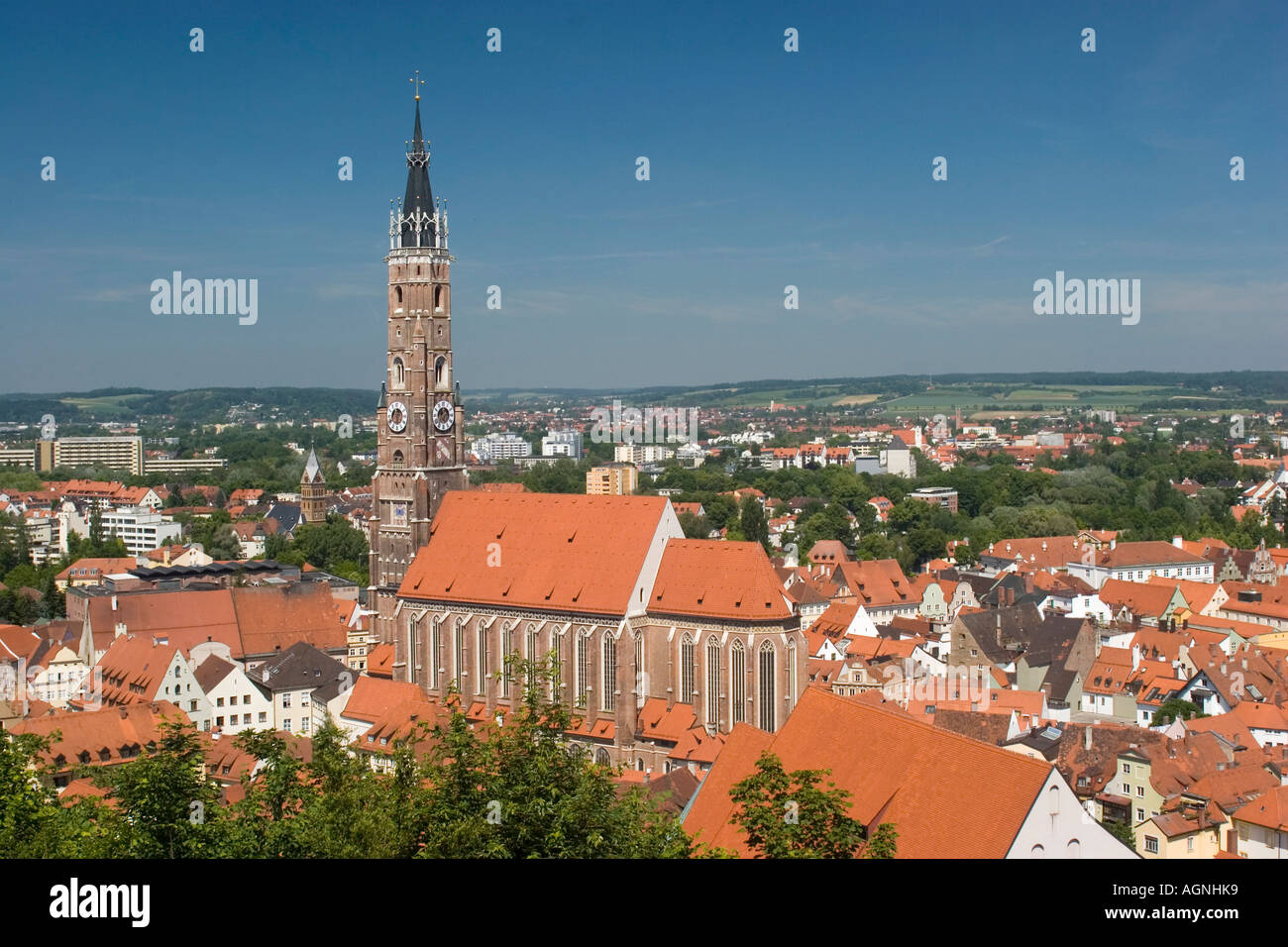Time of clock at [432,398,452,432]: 1:36
